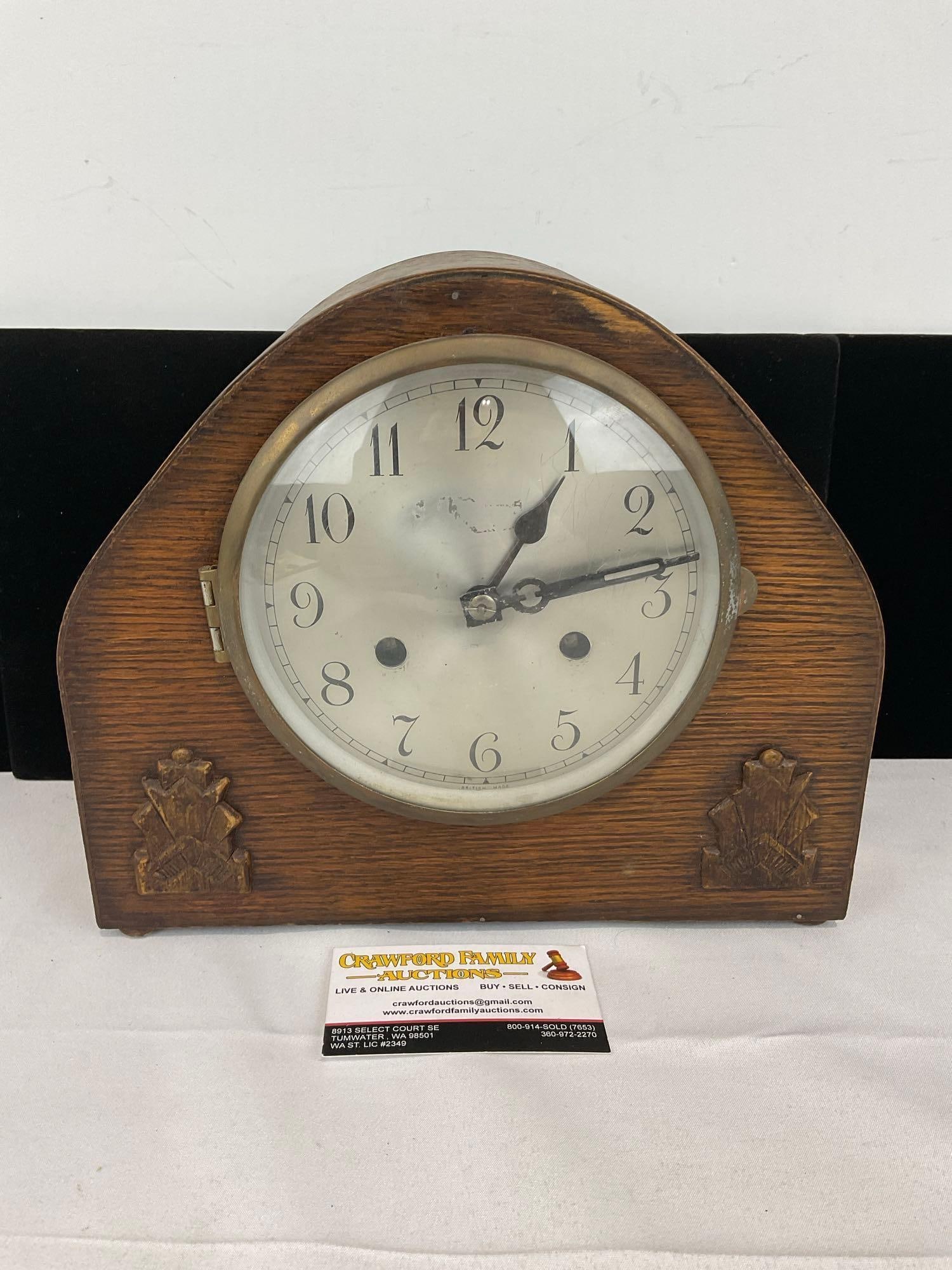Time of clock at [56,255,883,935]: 1:12
